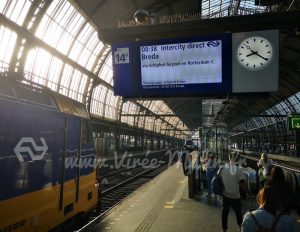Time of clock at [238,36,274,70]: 8:20
